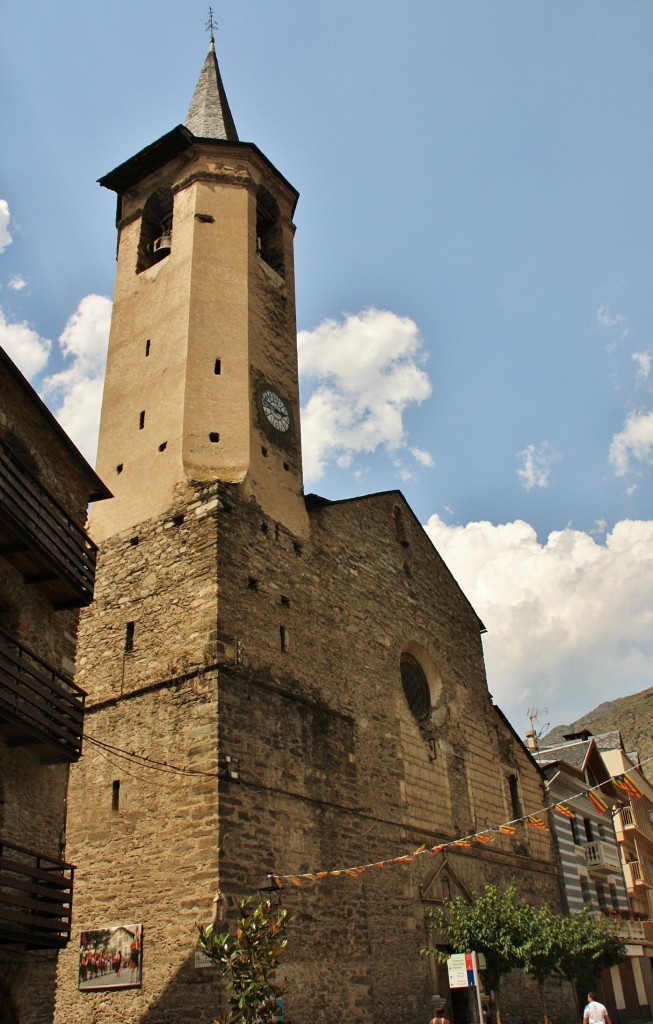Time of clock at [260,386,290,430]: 2:48
